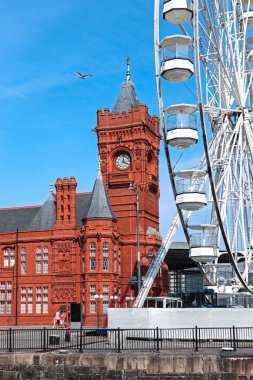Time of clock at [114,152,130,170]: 4:01
